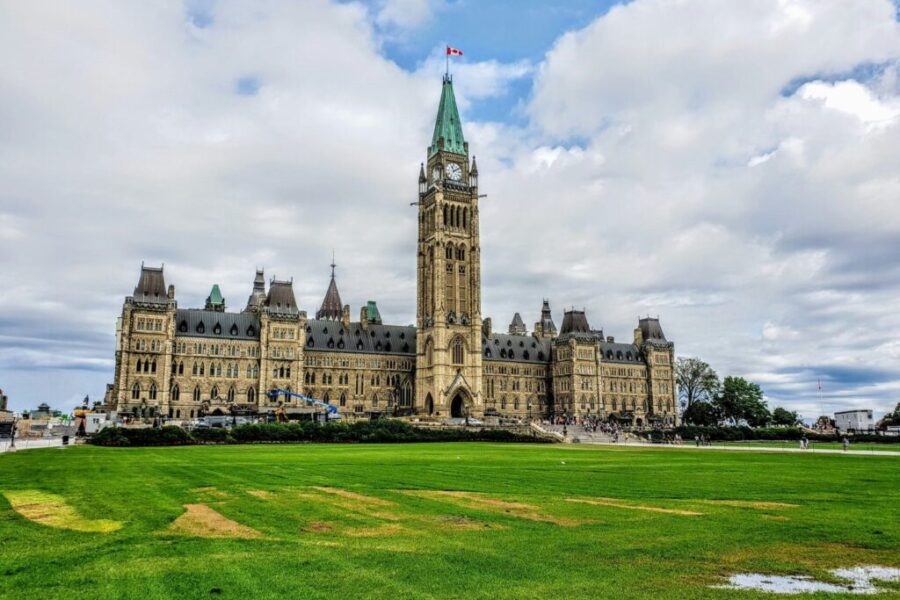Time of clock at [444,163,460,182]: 11:09
